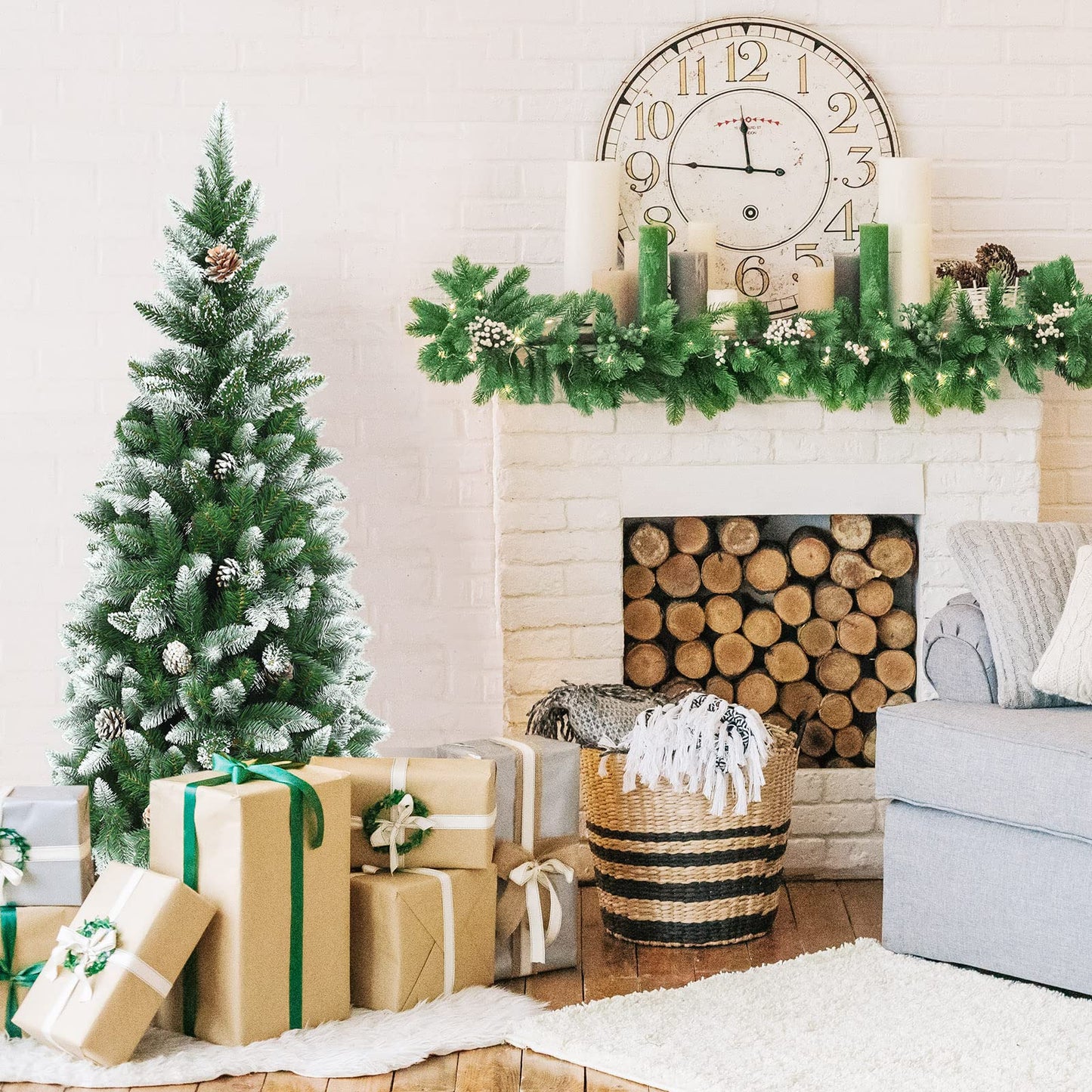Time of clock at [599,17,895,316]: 11:46
